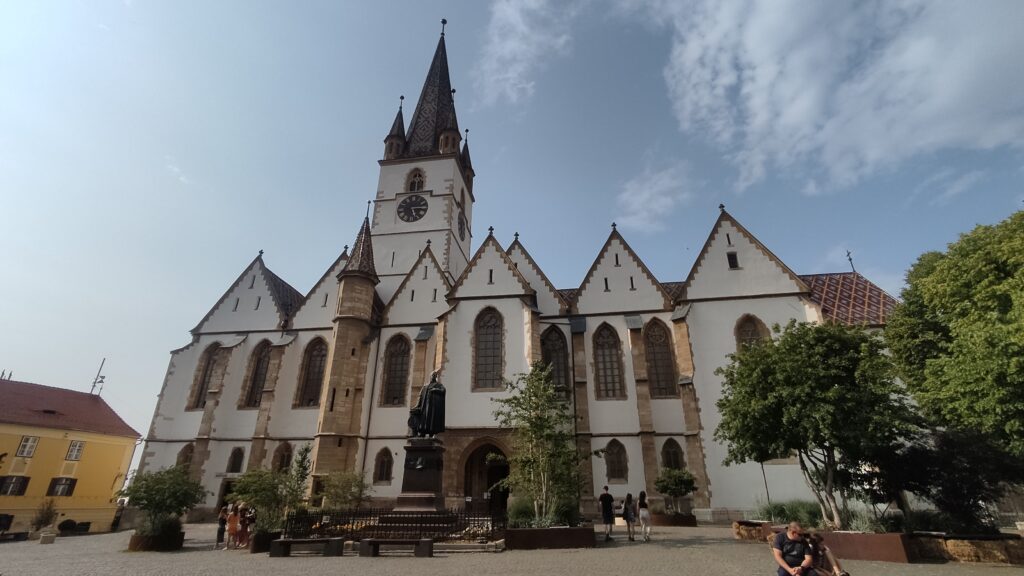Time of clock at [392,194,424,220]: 5:14
